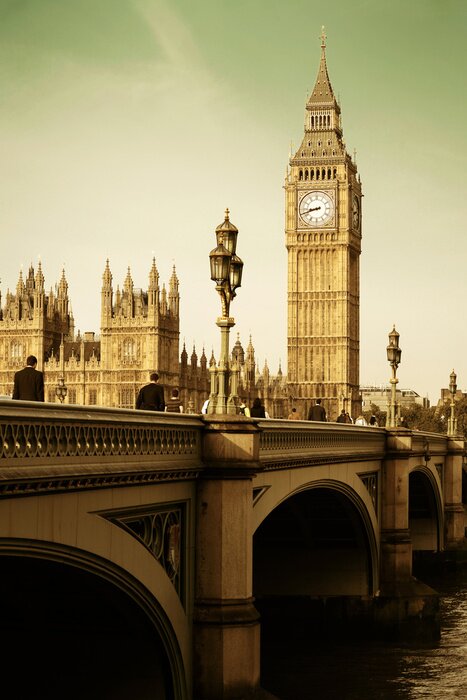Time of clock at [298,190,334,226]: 8:42
